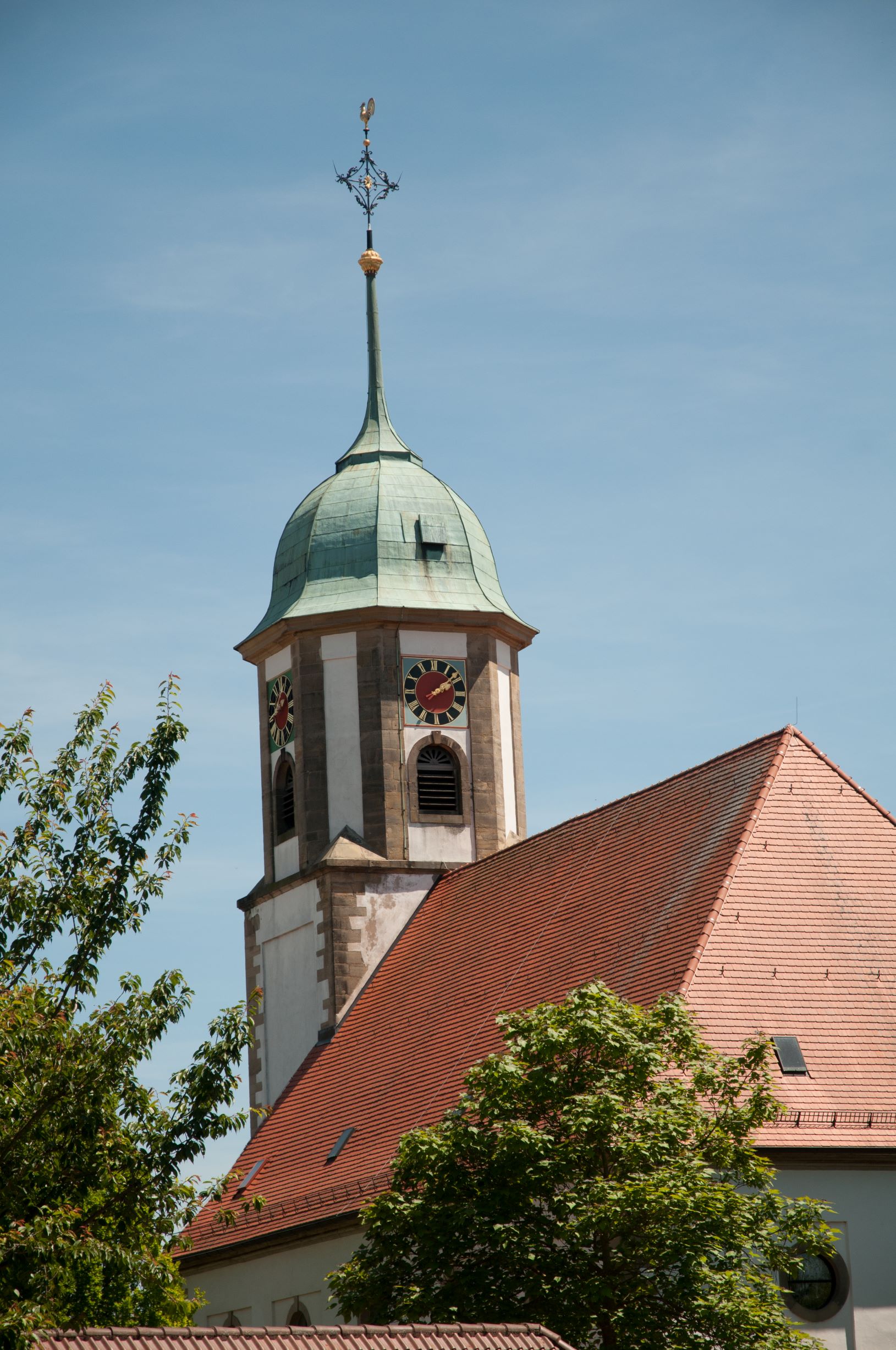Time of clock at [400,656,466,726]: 2:09
